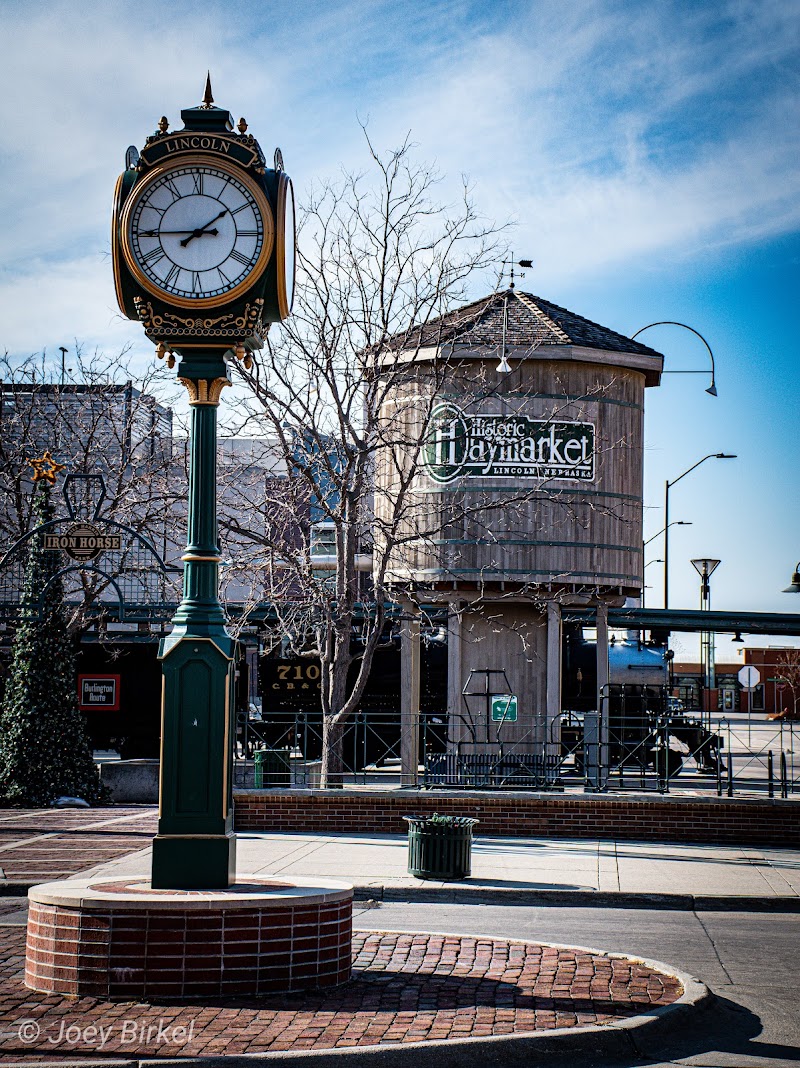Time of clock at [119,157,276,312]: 1:44
